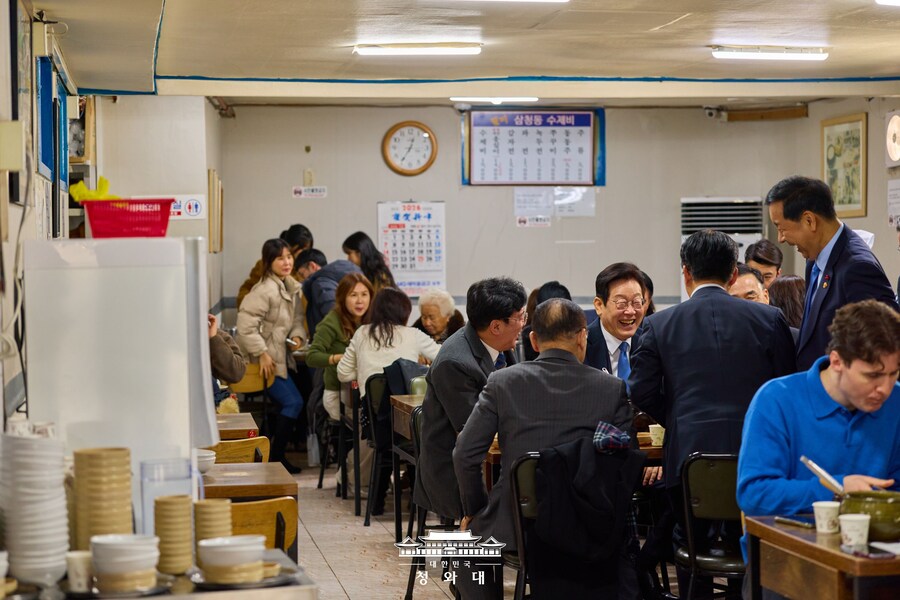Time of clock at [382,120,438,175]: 12:35
